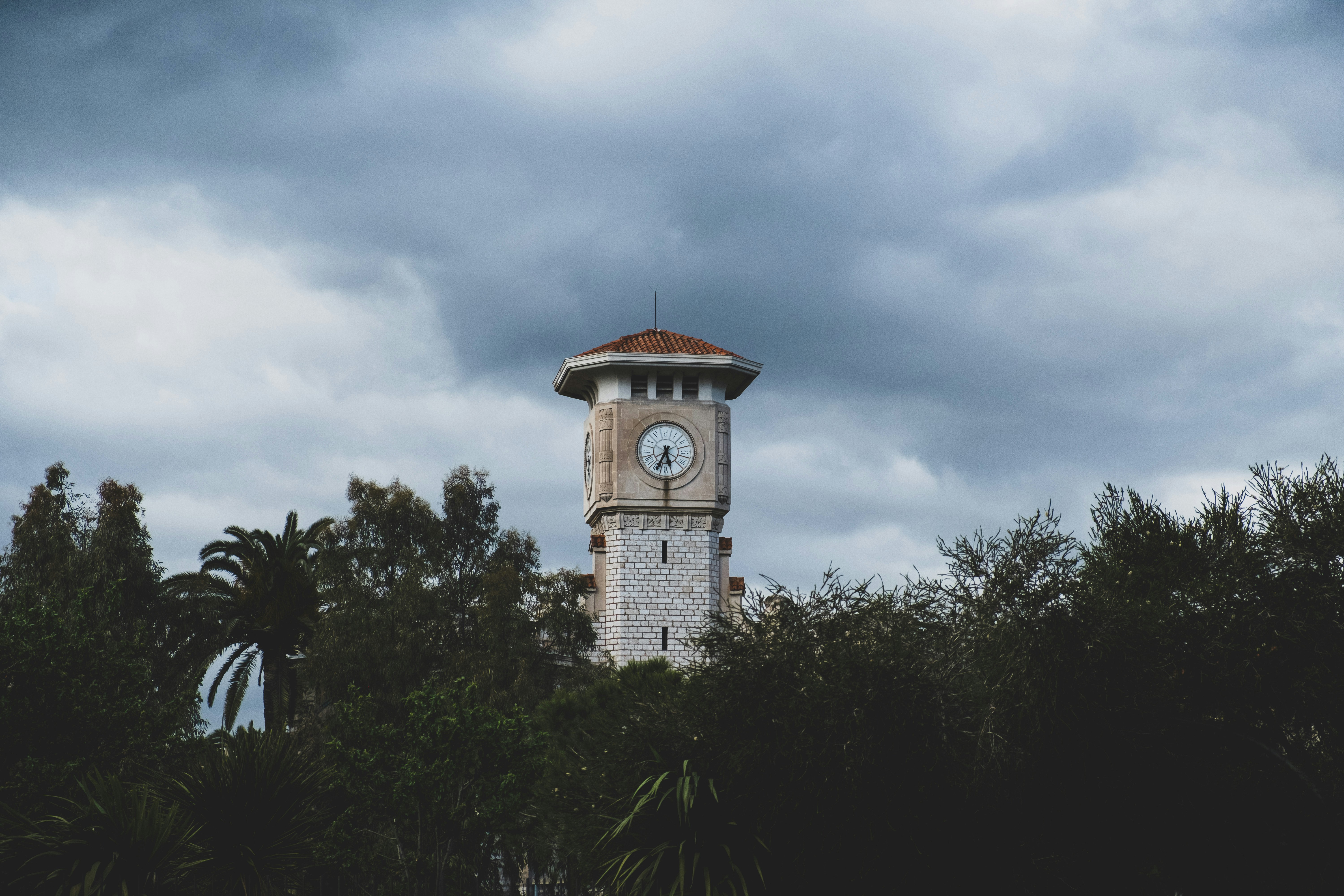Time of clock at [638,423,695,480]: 5:34
